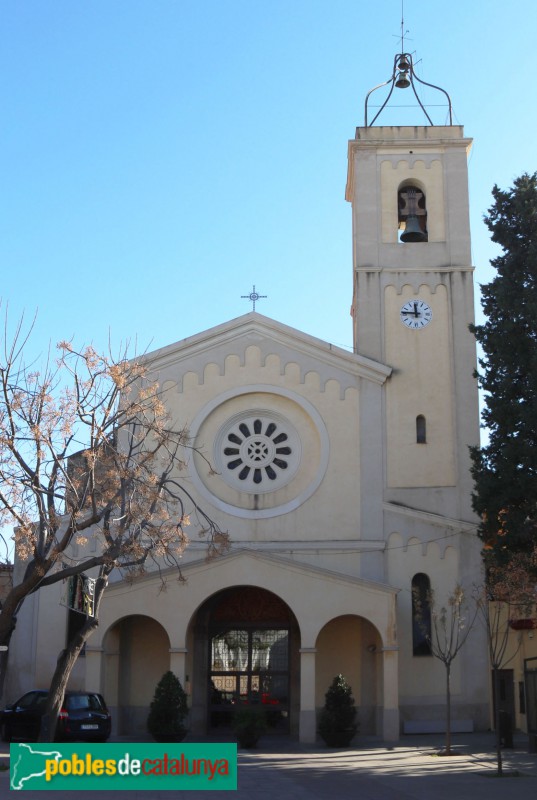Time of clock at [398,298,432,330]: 11:46
